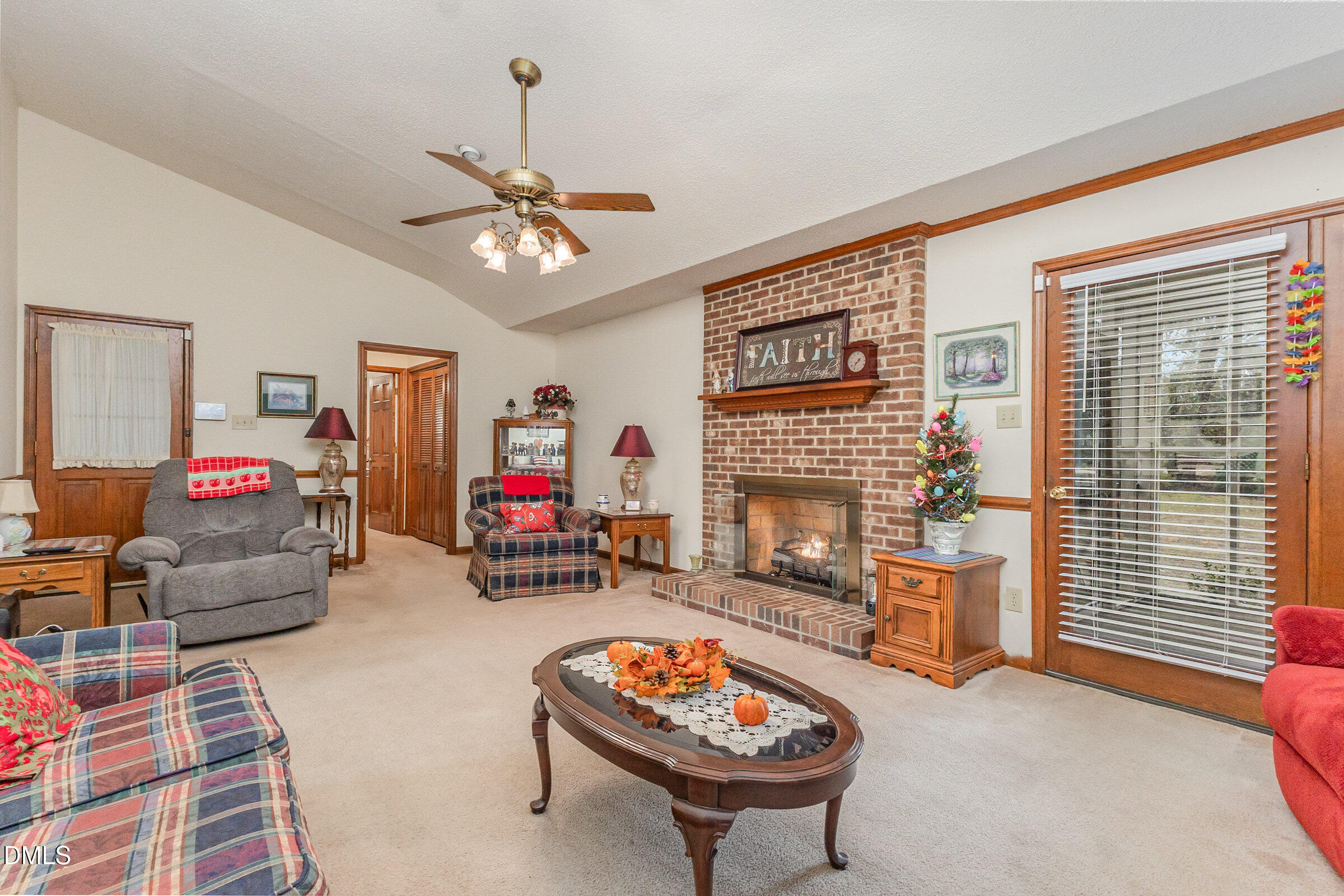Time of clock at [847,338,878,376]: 1:36
